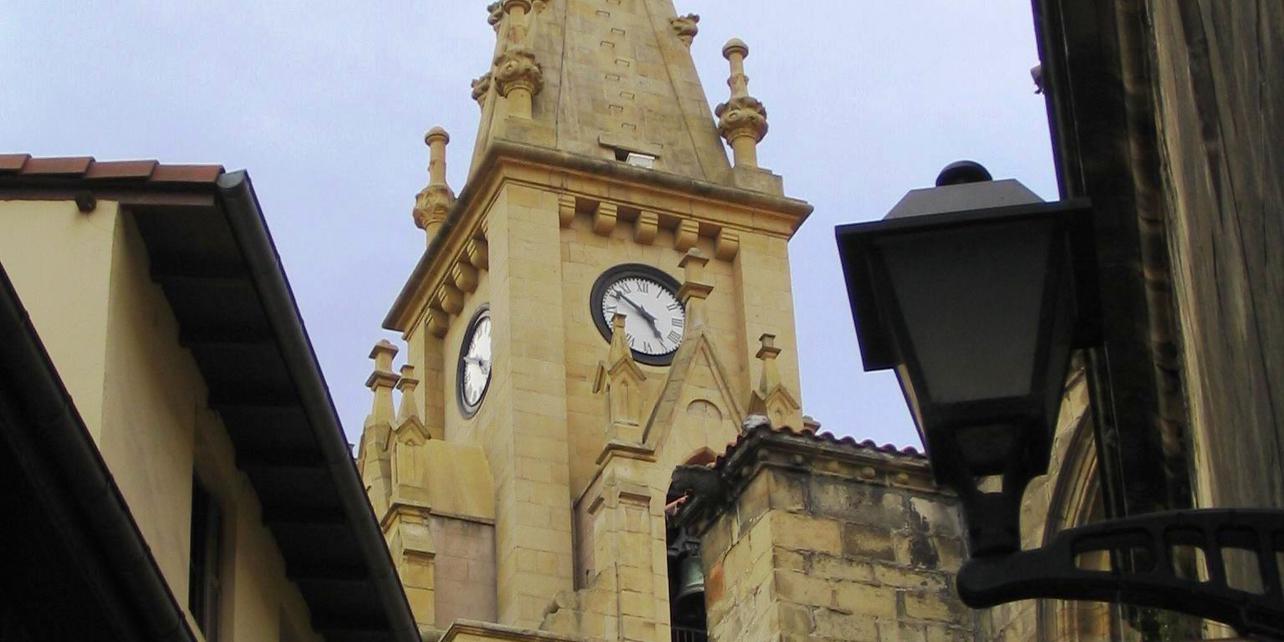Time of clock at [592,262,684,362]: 4:51
